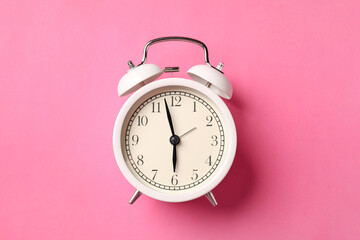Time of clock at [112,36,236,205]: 5:57
